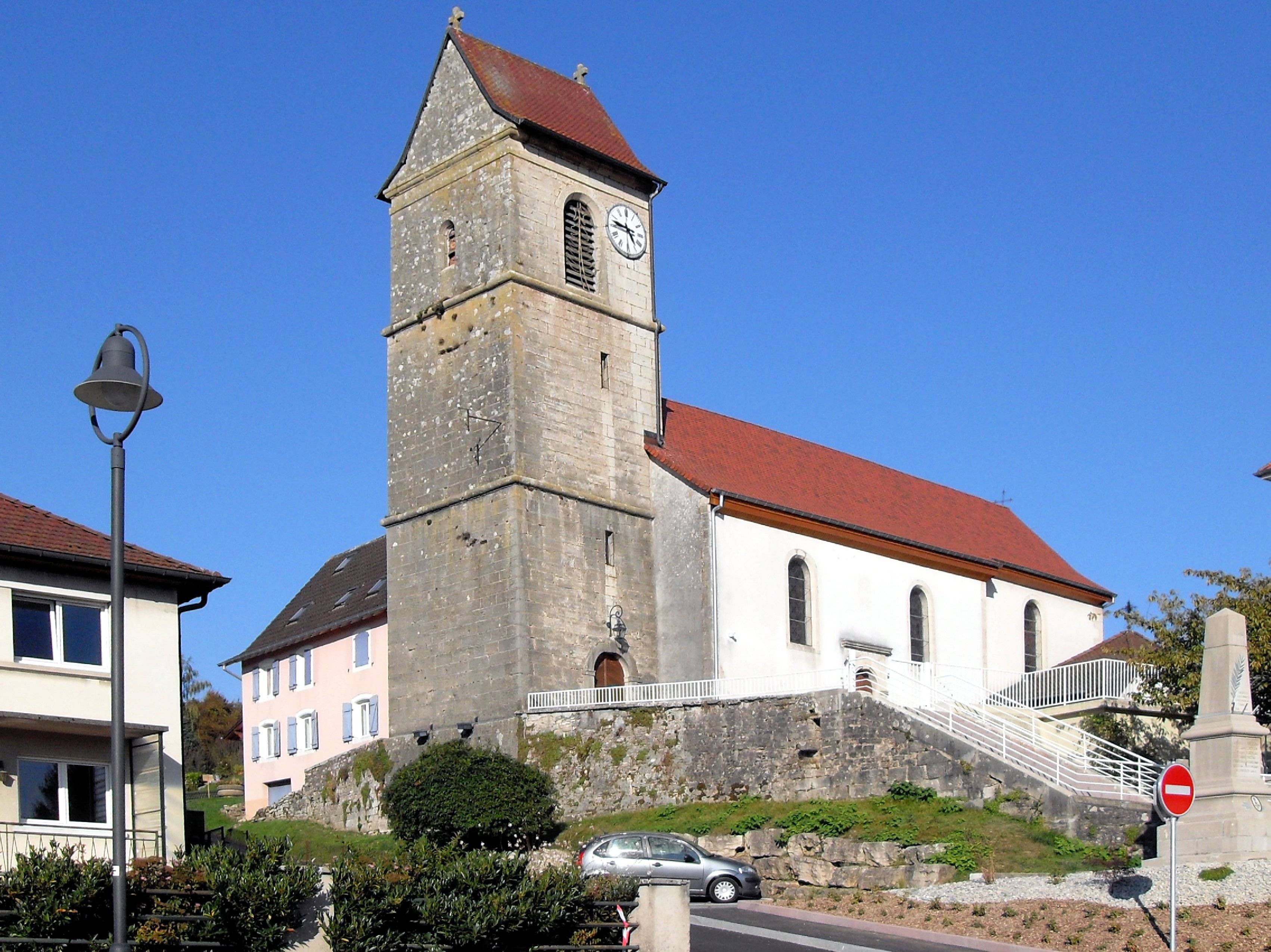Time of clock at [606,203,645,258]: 4:46
